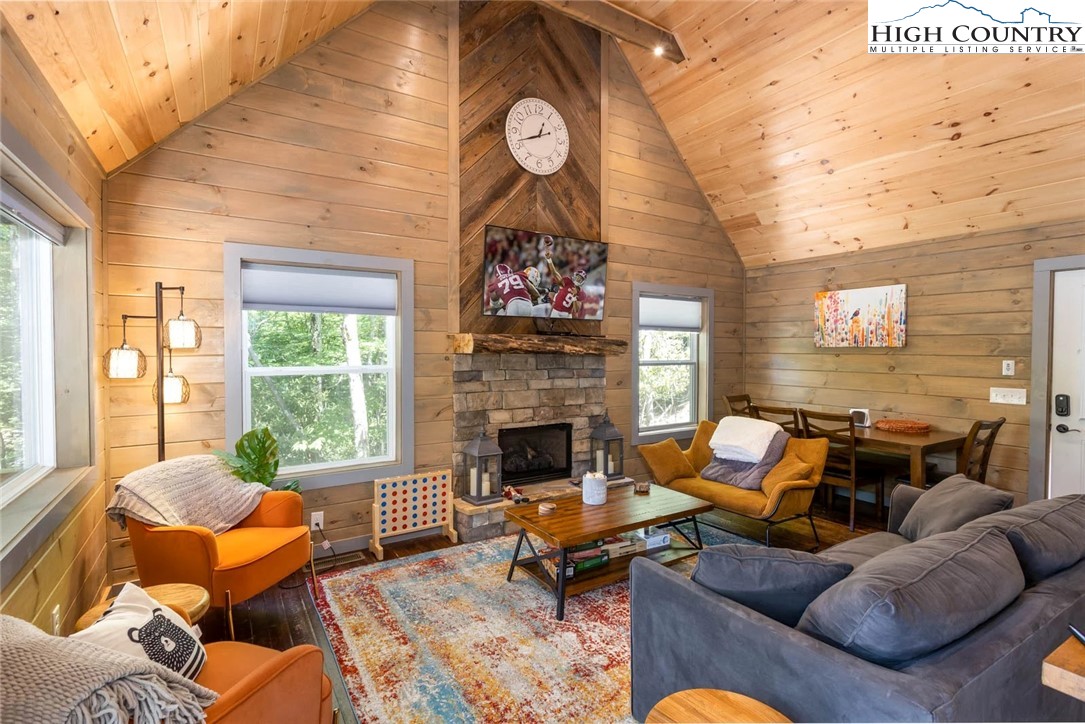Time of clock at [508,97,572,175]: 12:41
